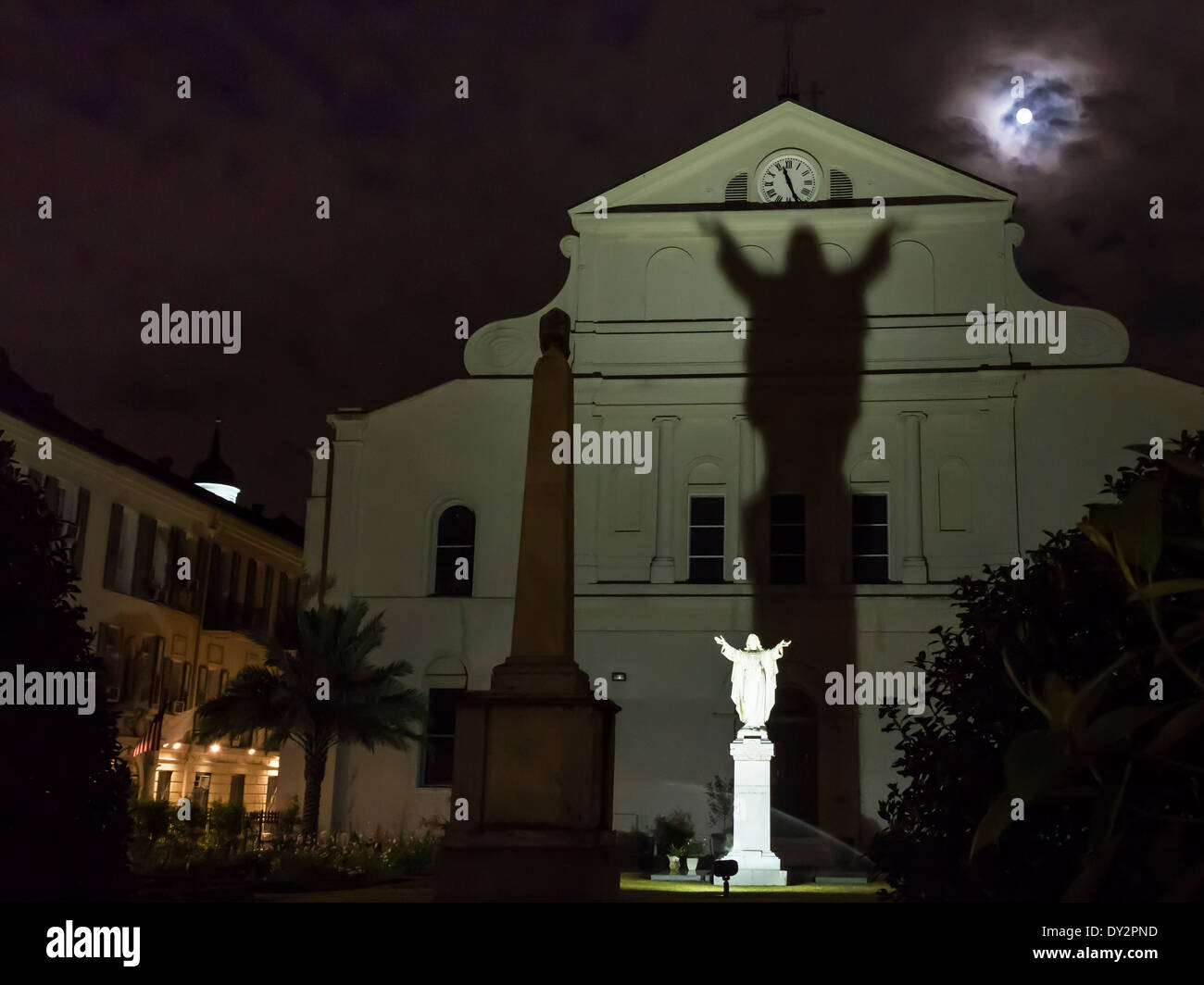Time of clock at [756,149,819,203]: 11:26
